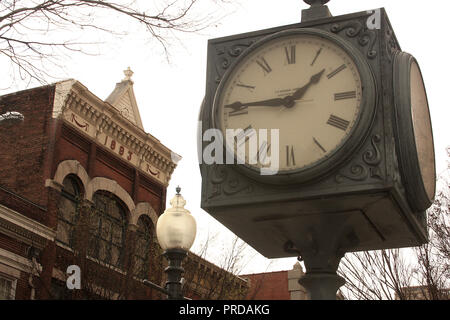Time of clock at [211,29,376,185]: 1:45
